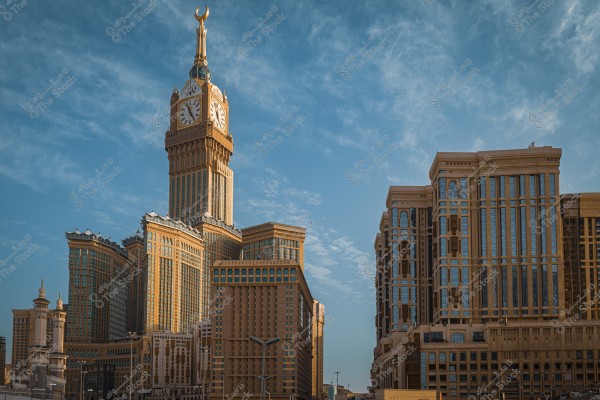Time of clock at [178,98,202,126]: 11:25
